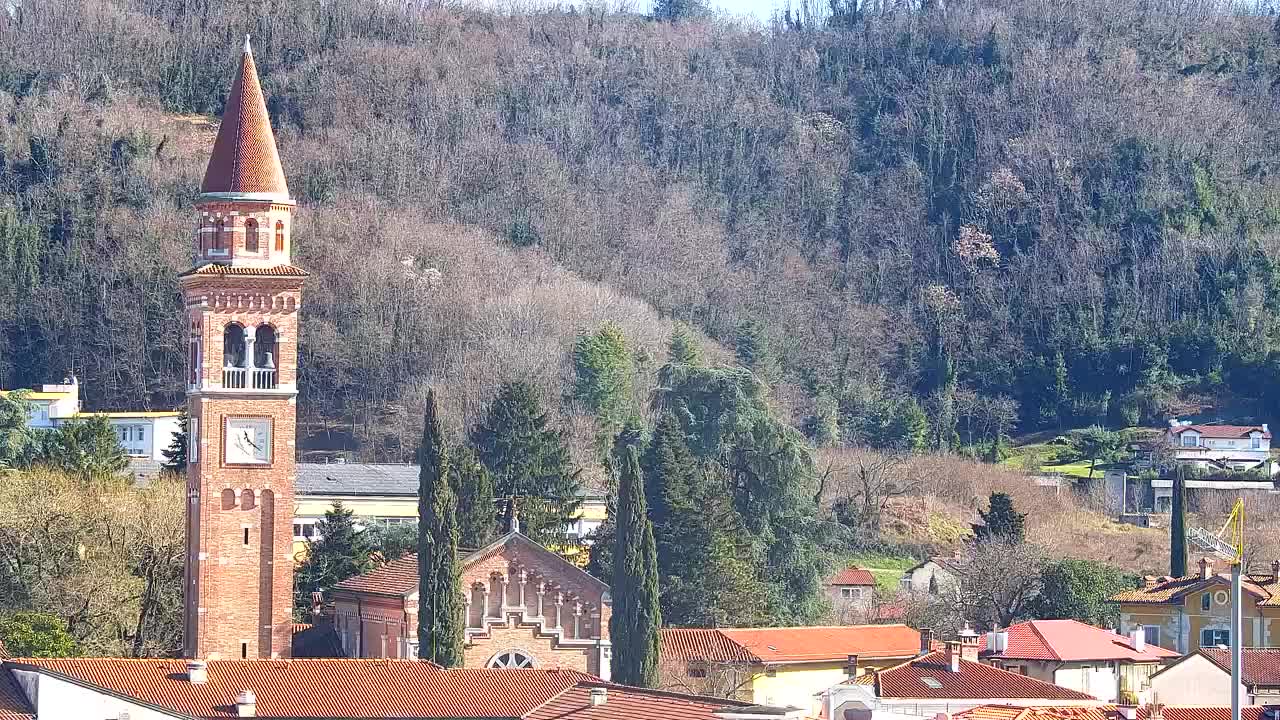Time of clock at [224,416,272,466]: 11:21
